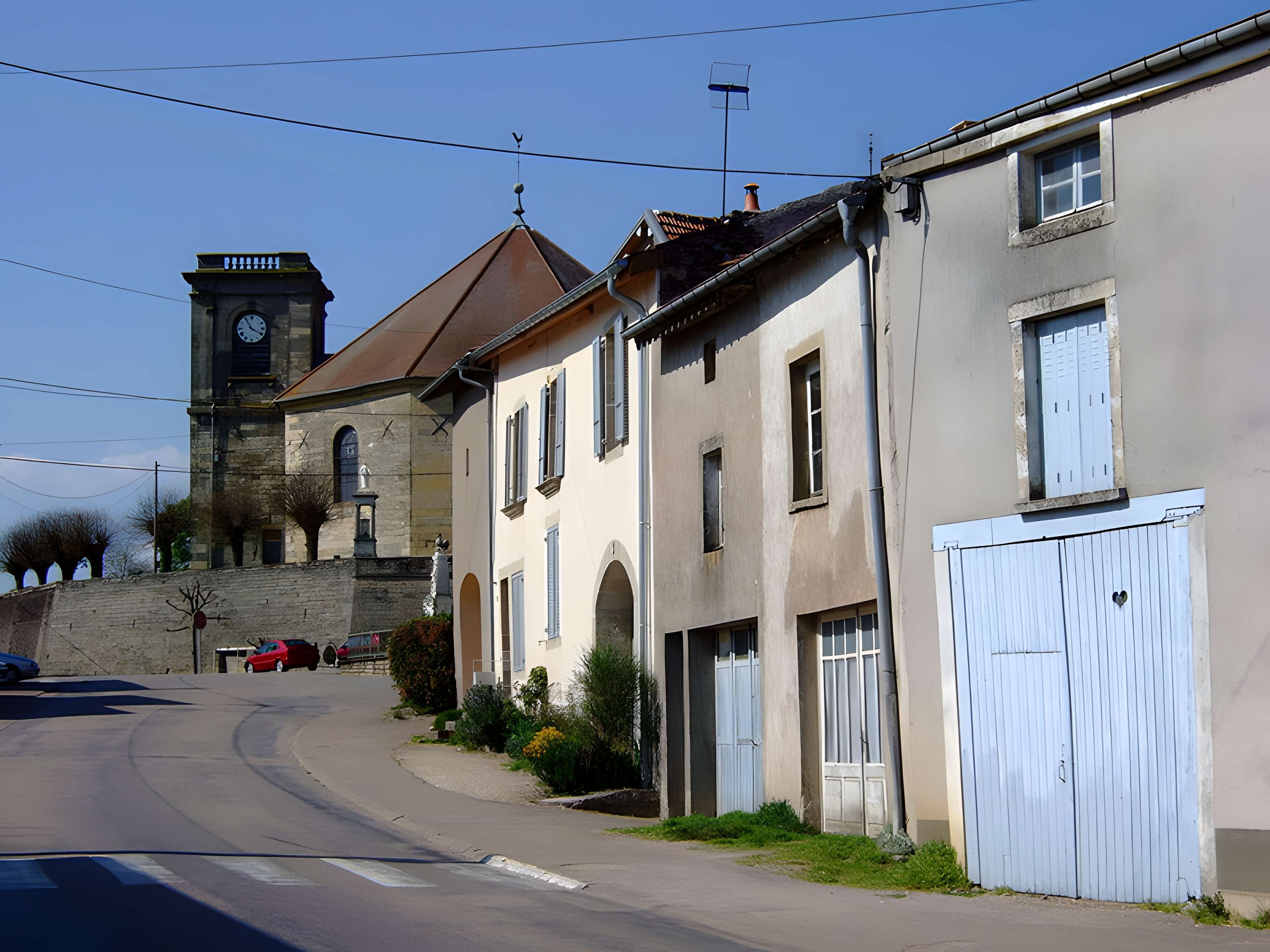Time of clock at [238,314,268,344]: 3:54
